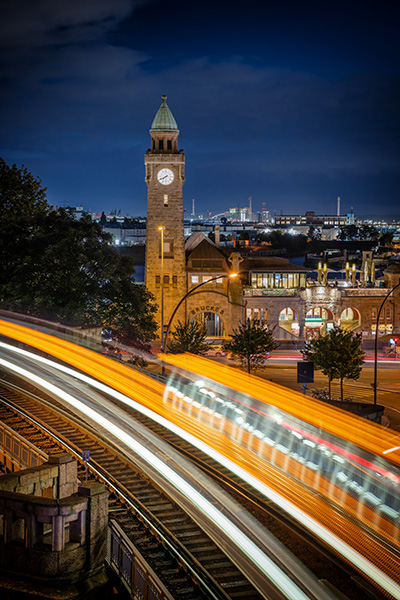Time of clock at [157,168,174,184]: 7:40
